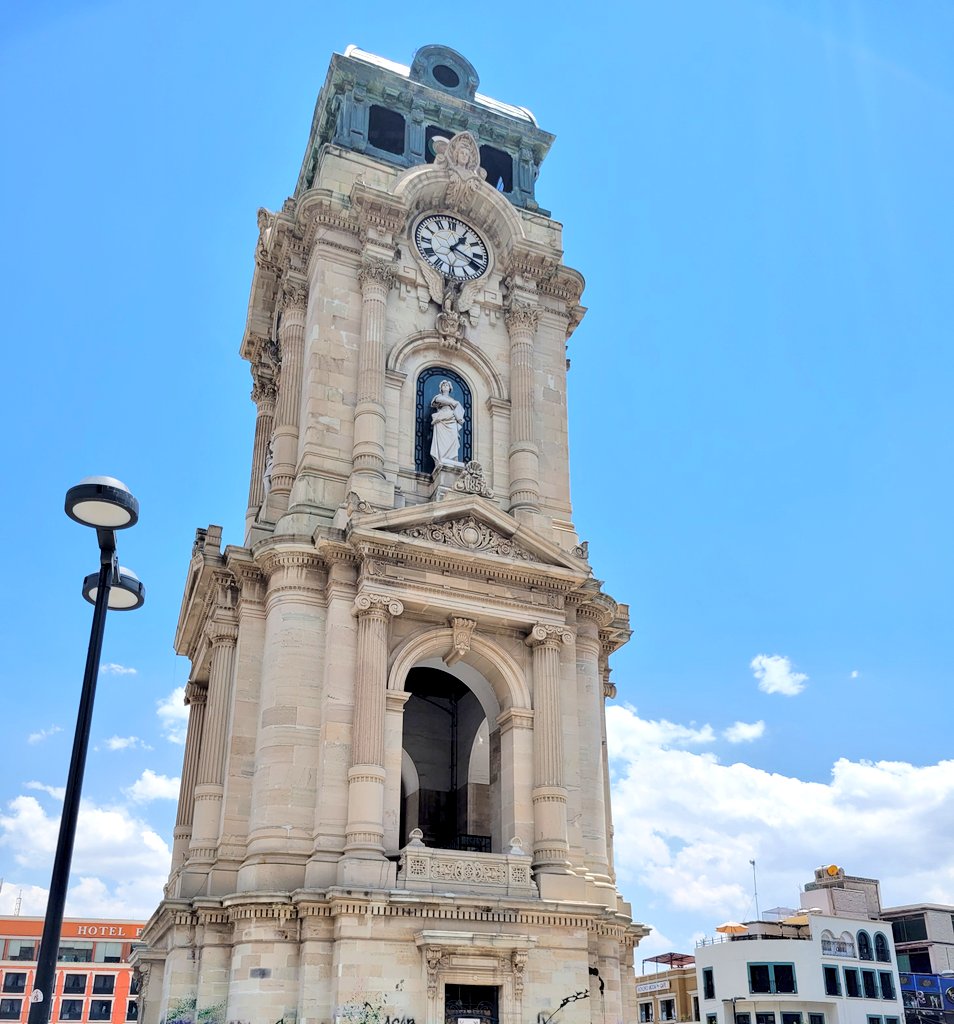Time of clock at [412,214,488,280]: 1:18
